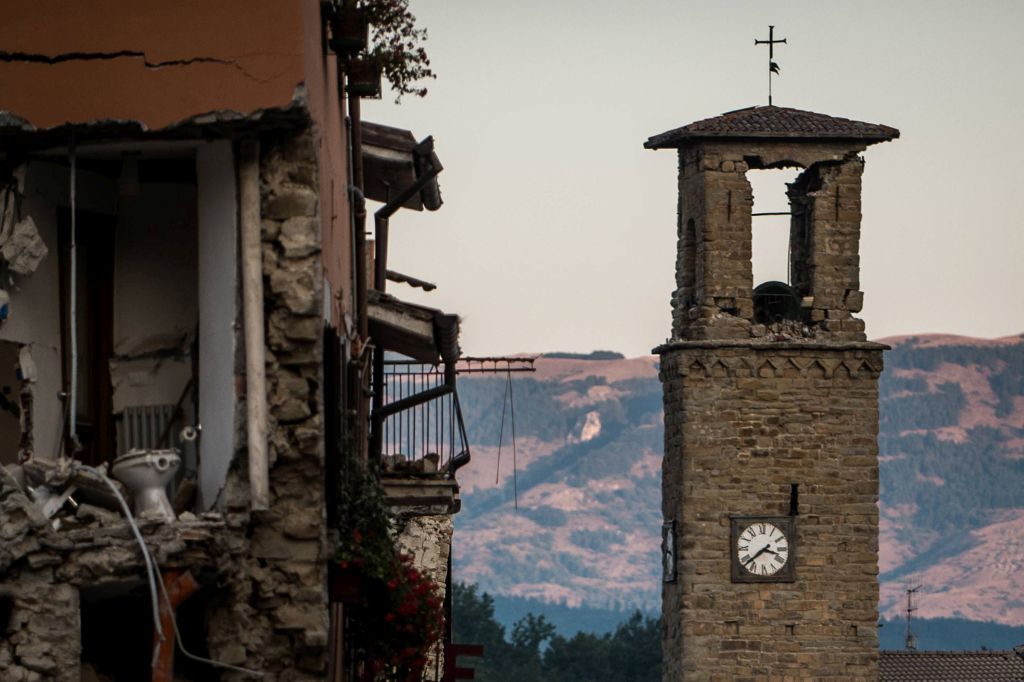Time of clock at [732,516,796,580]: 3:38
